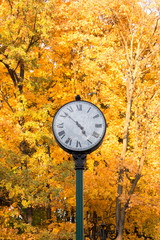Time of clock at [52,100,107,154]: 4:51
